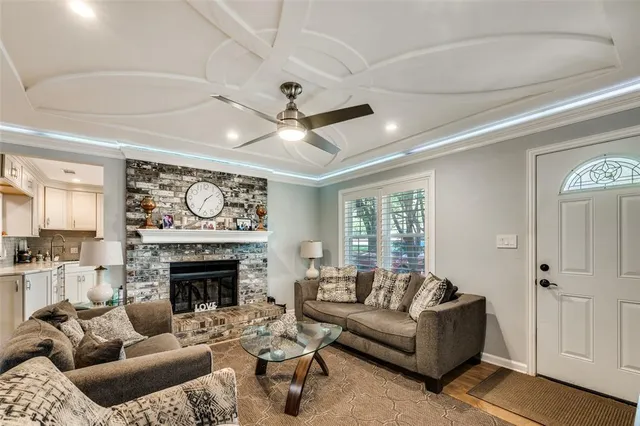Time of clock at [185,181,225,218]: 1:34
